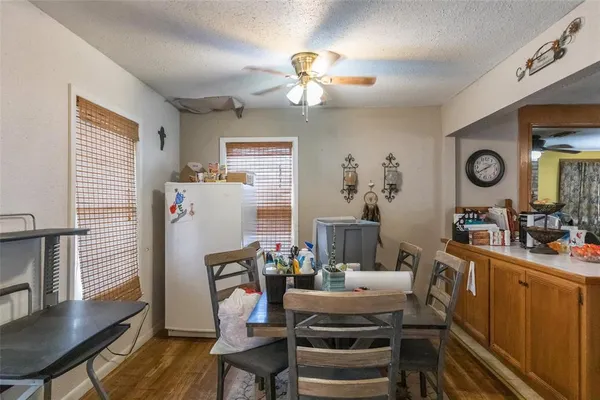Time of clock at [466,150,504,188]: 1:39
